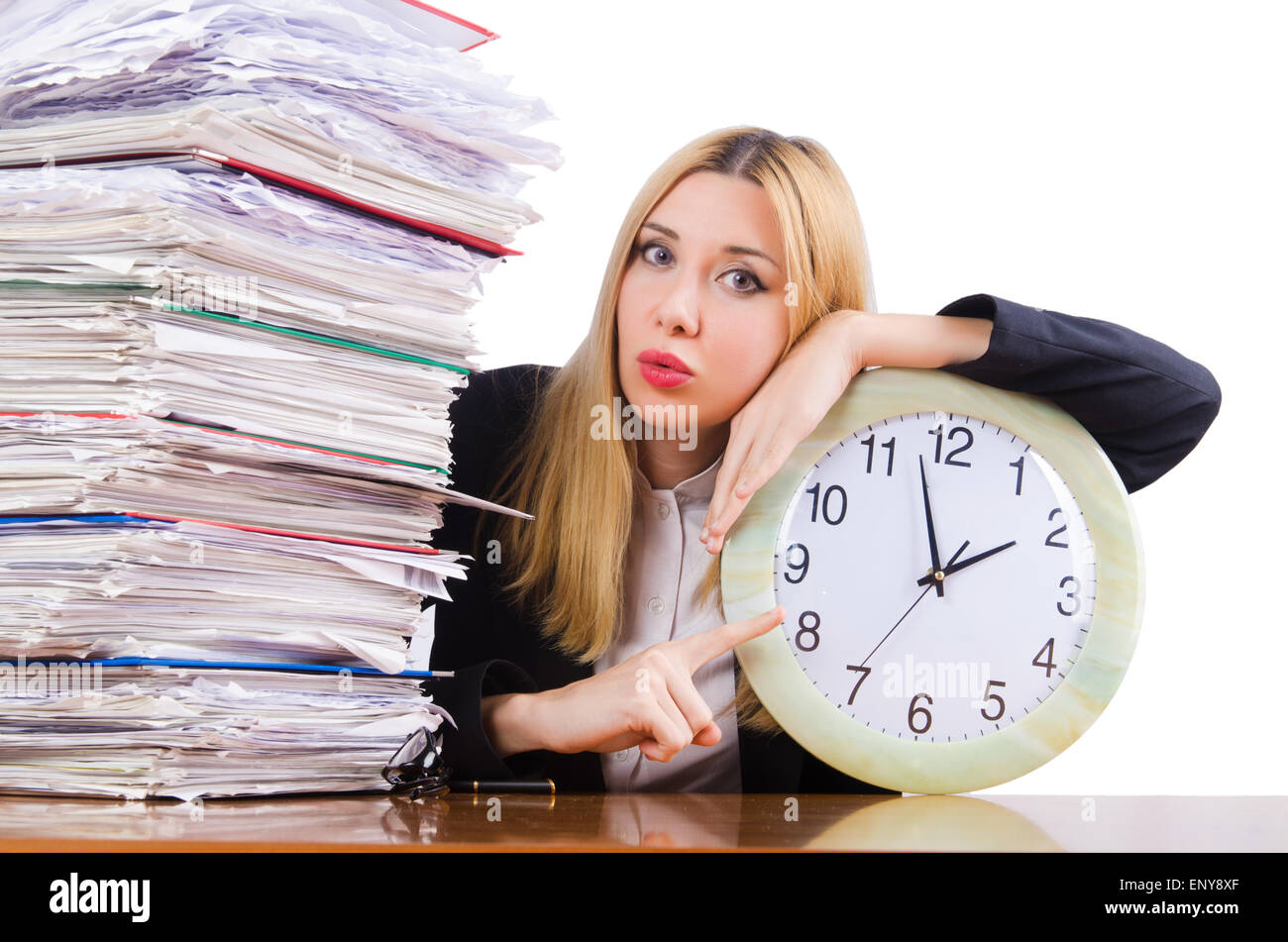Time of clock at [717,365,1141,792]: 1:57
